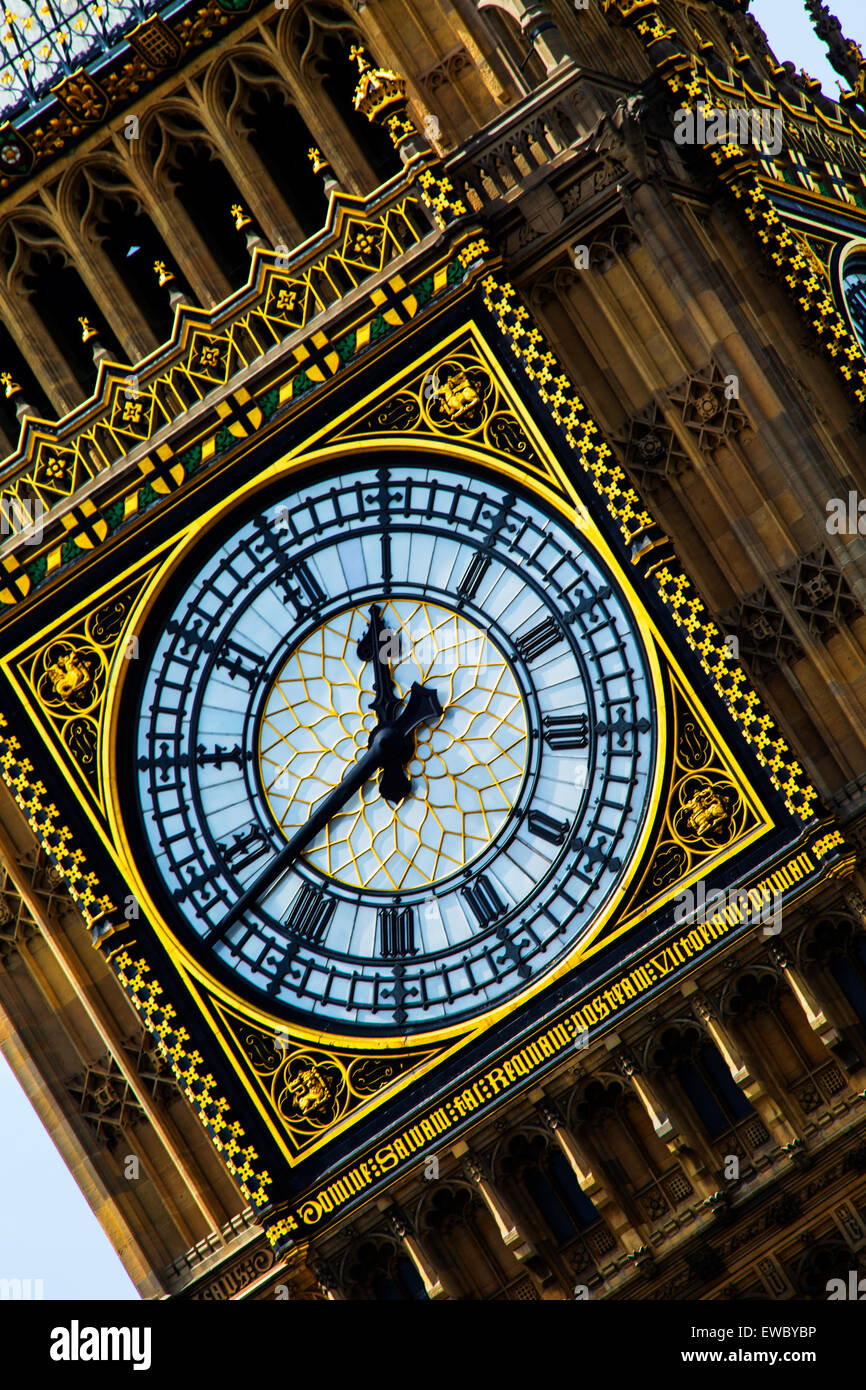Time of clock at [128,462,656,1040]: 11:37
